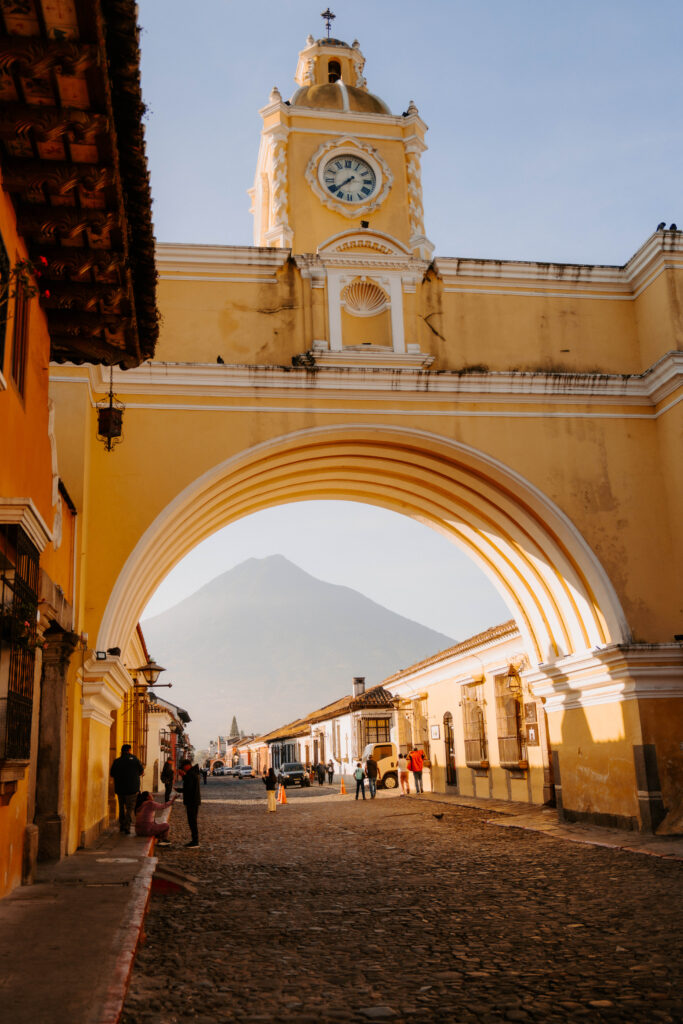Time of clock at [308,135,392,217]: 7:37
